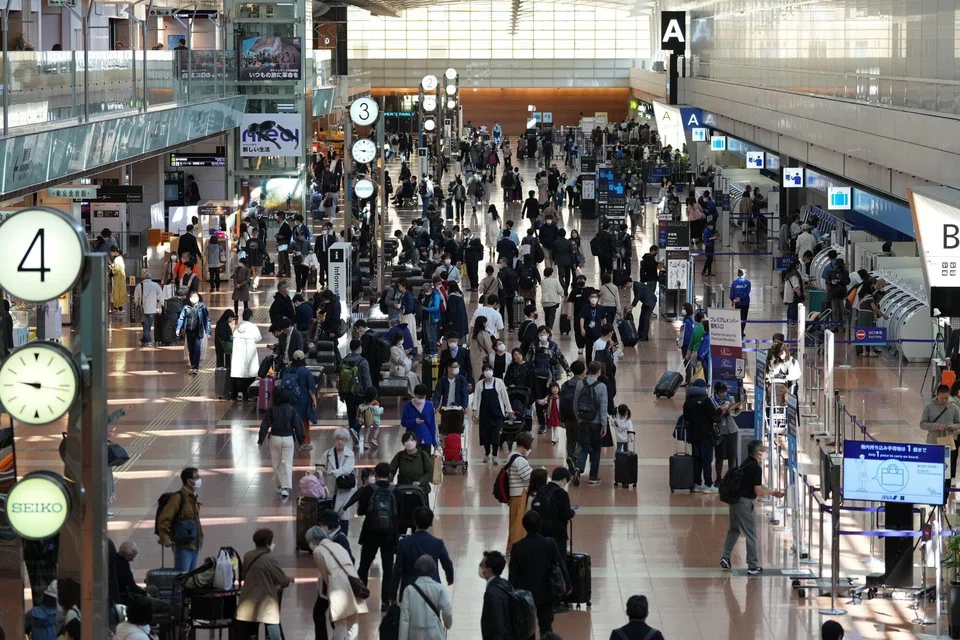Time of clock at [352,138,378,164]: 9:16
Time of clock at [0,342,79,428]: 9:16
